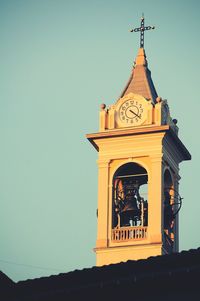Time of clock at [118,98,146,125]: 4:21
